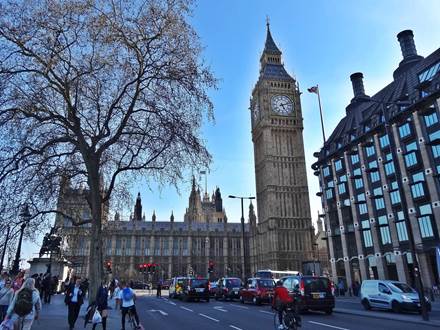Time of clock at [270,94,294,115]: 5:12
